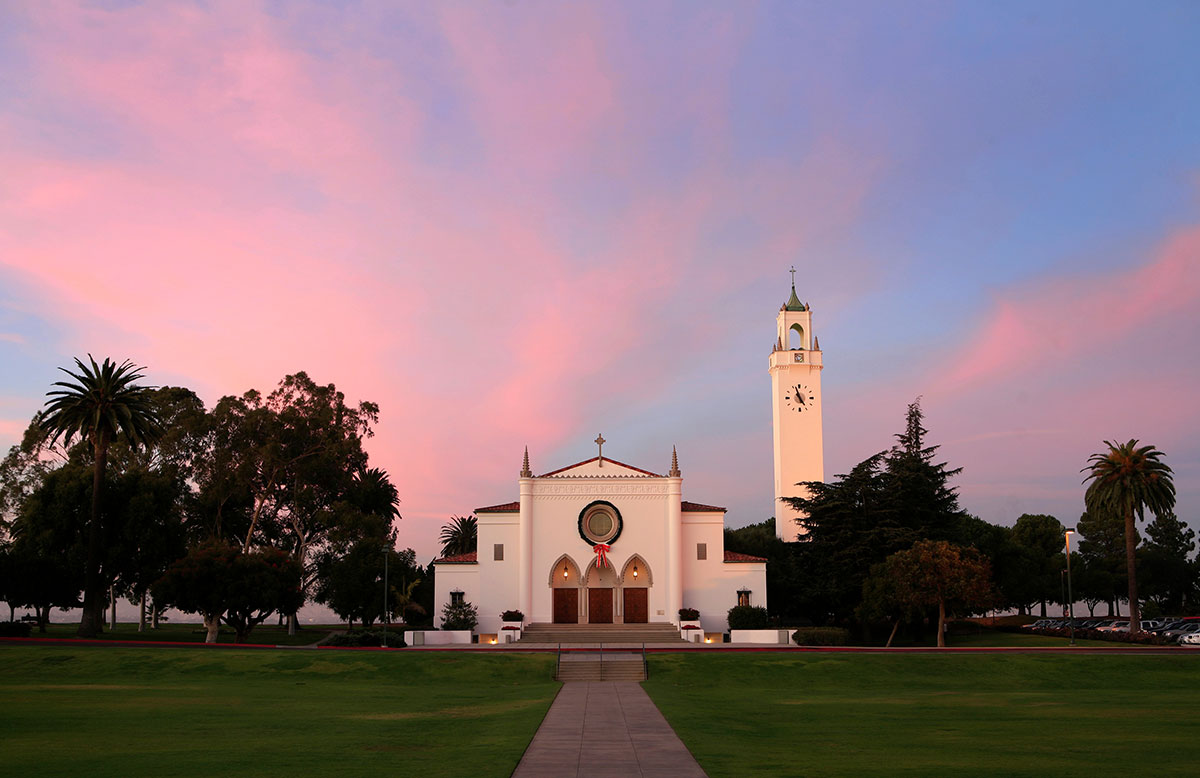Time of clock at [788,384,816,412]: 4:57
